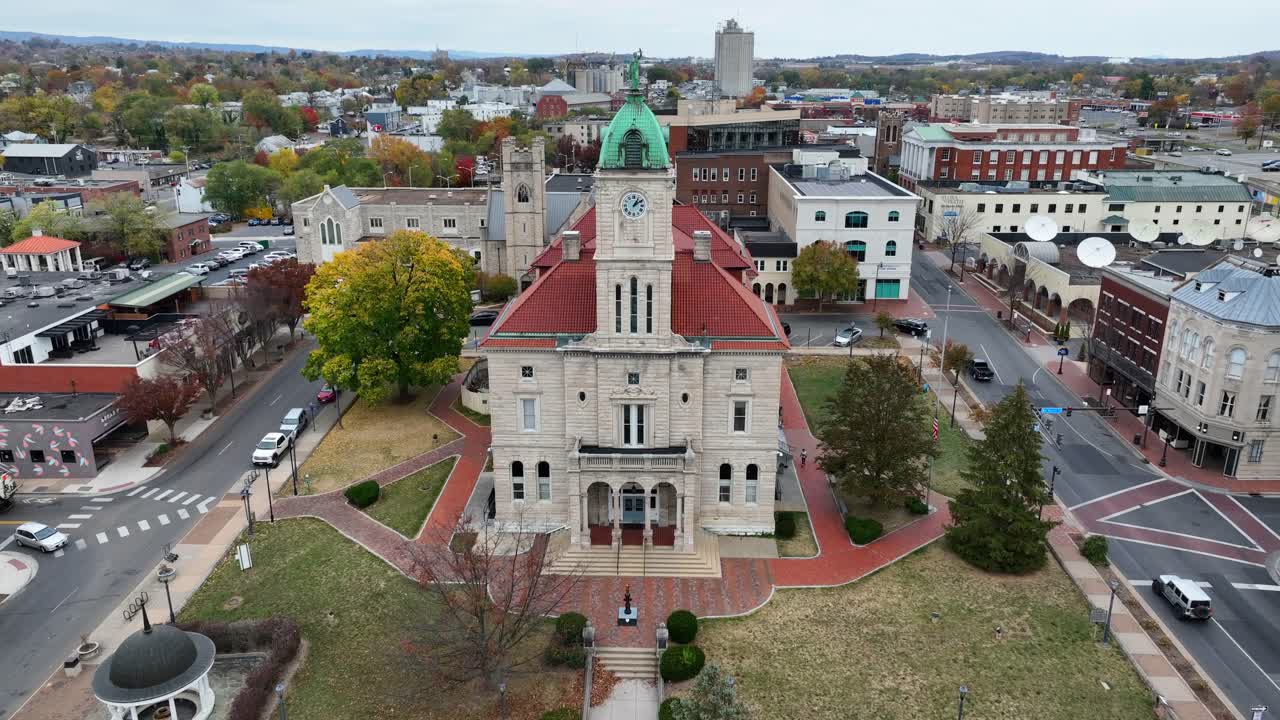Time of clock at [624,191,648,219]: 1:09
